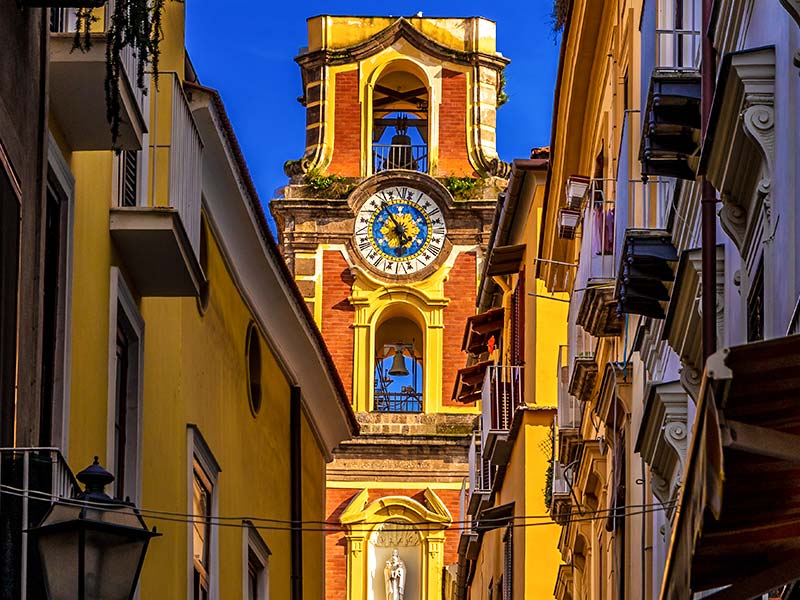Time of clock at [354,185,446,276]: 5:53
